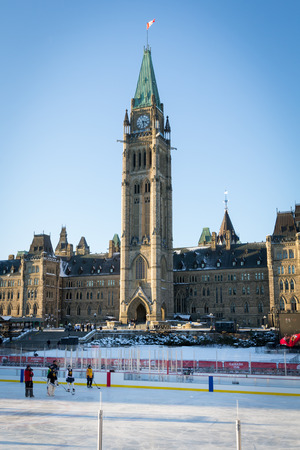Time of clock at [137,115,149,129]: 3:28
